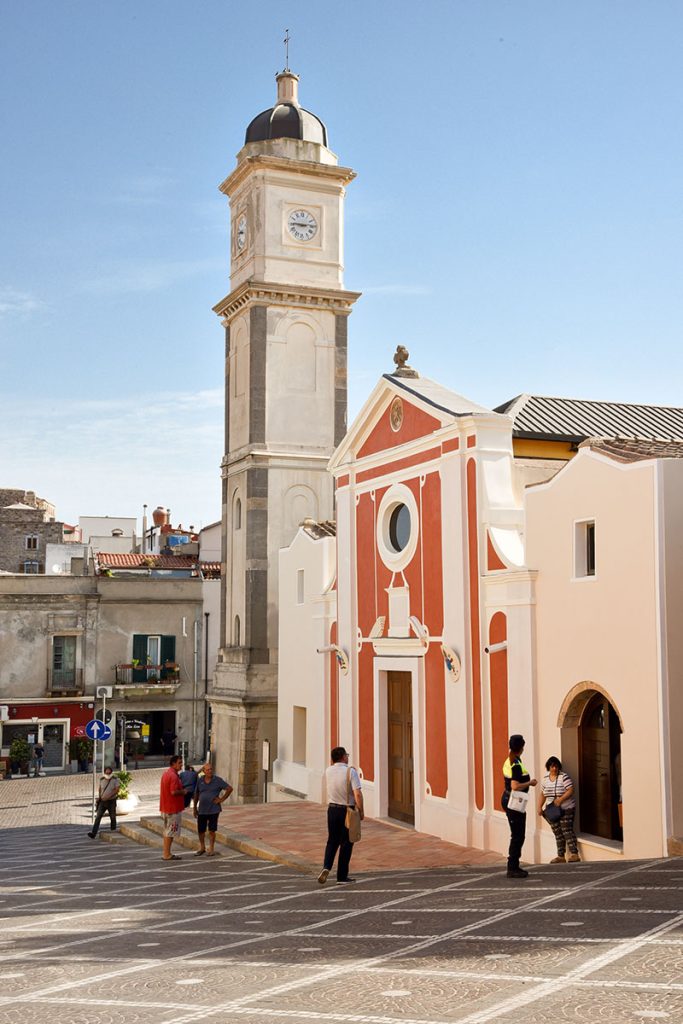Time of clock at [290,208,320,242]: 2:45
